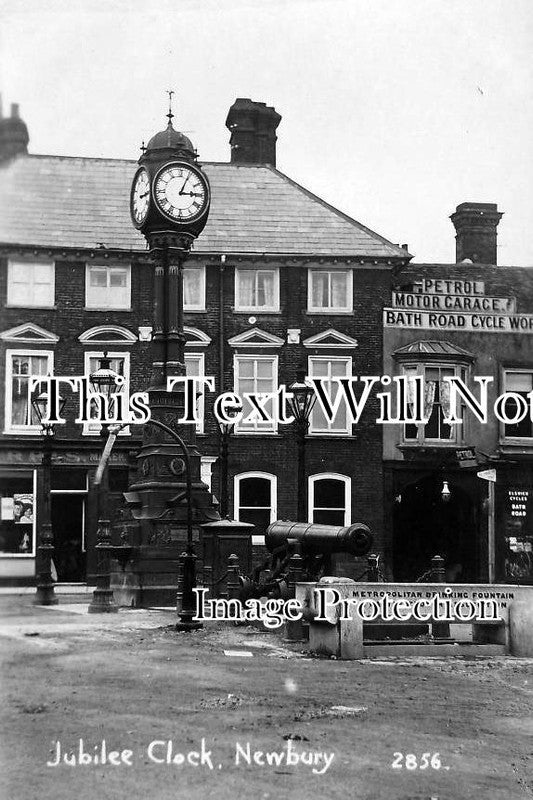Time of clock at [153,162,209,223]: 3:04
